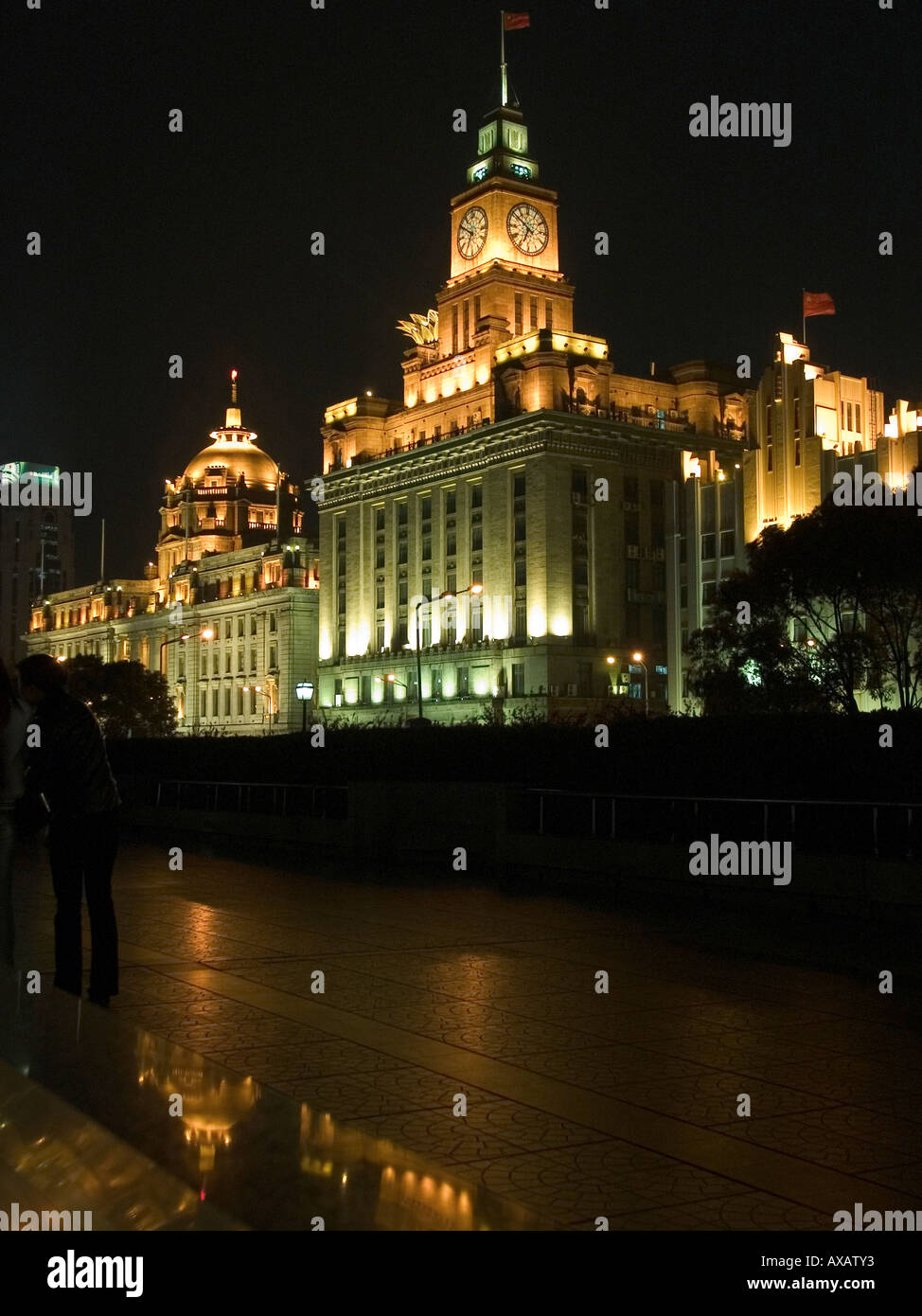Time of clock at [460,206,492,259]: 6:49
